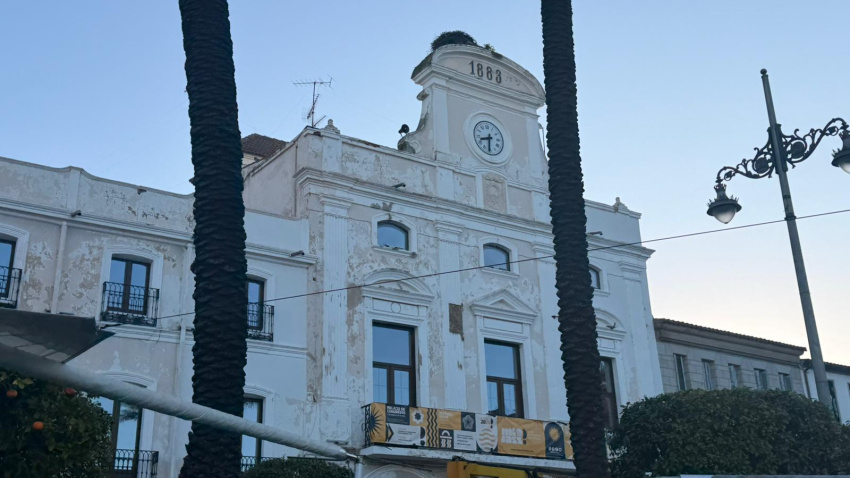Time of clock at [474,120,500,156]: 8:31
